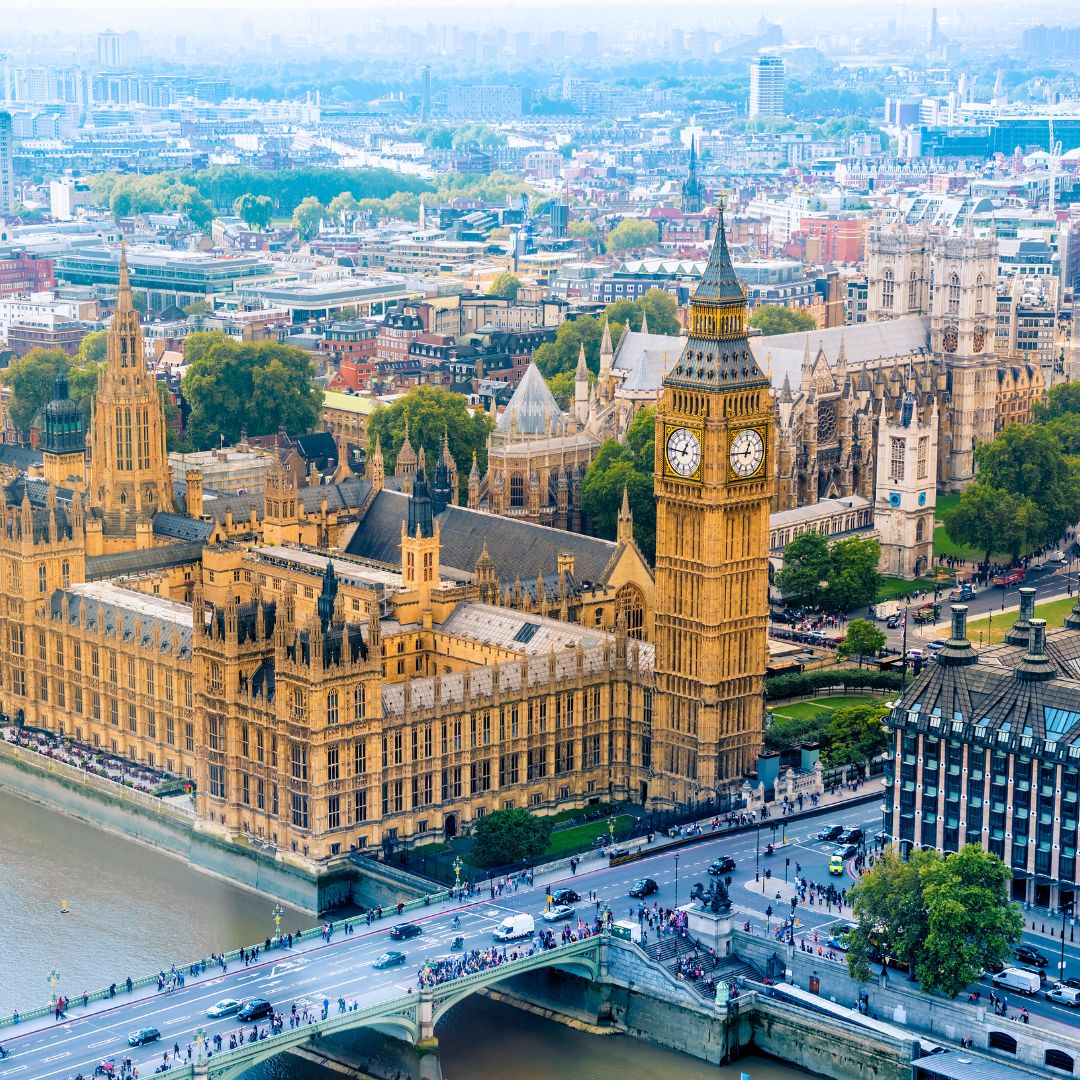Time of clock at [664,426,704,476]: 12:46
